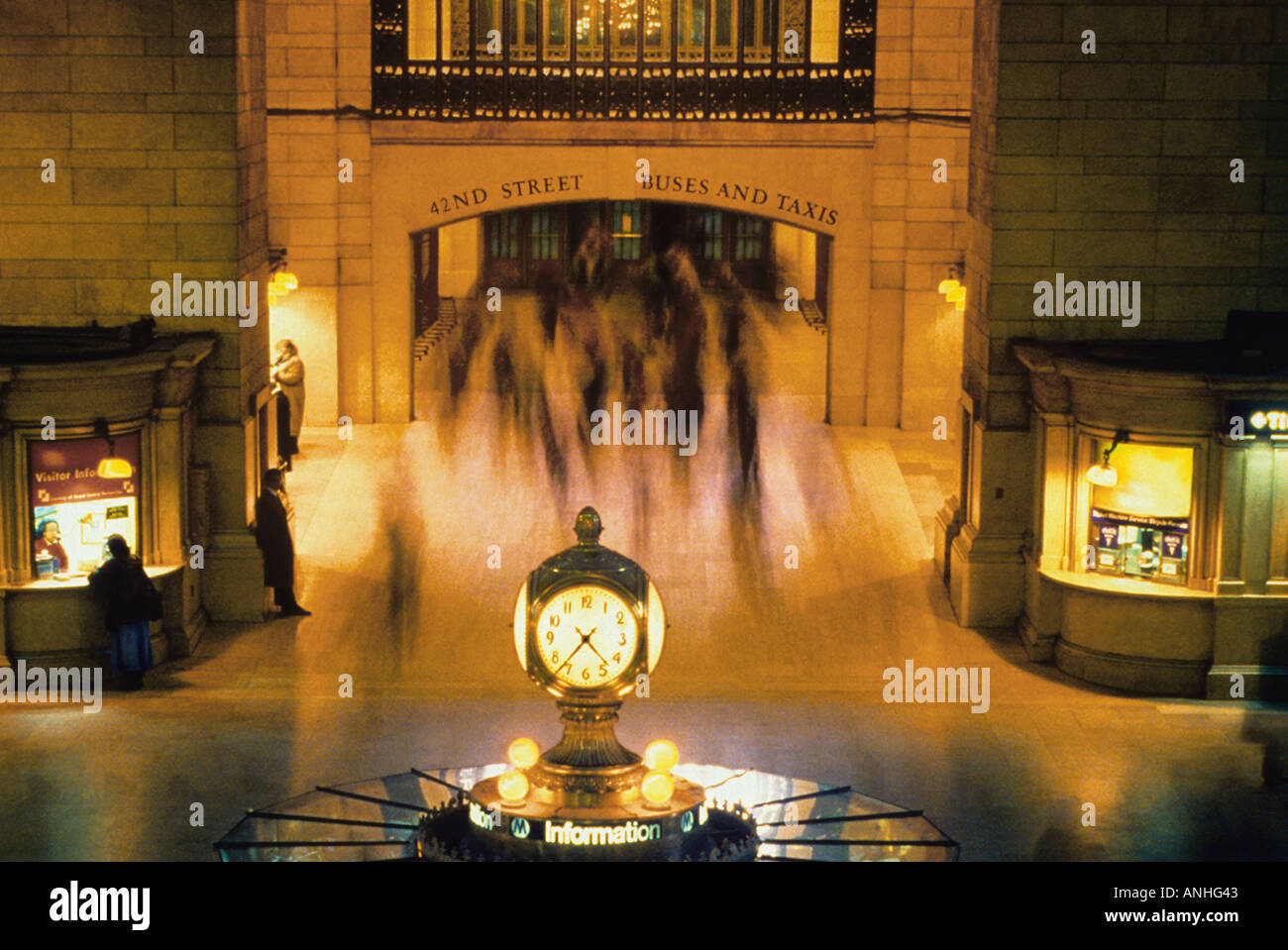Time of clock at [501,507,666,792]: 4:37
